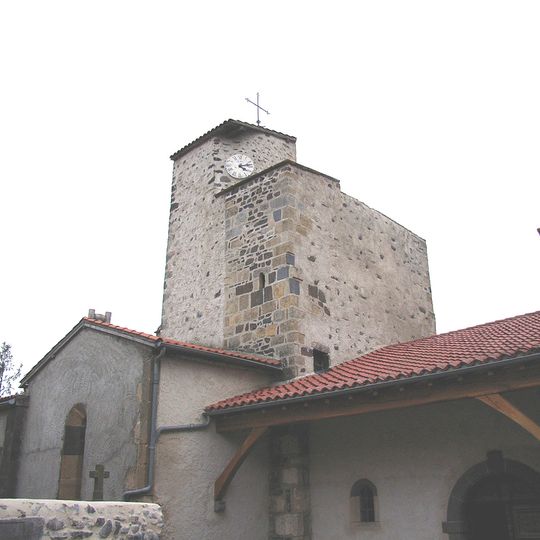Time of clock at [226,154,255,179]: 4:12
